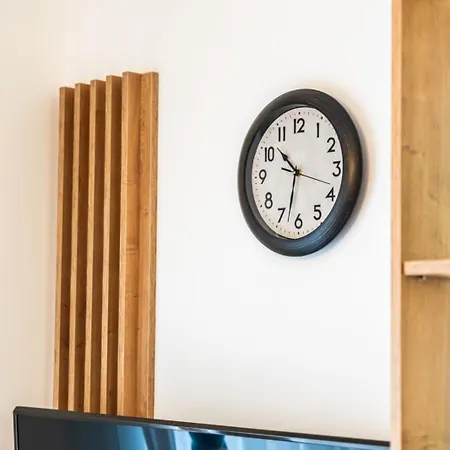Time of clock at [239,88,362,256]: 10:32
